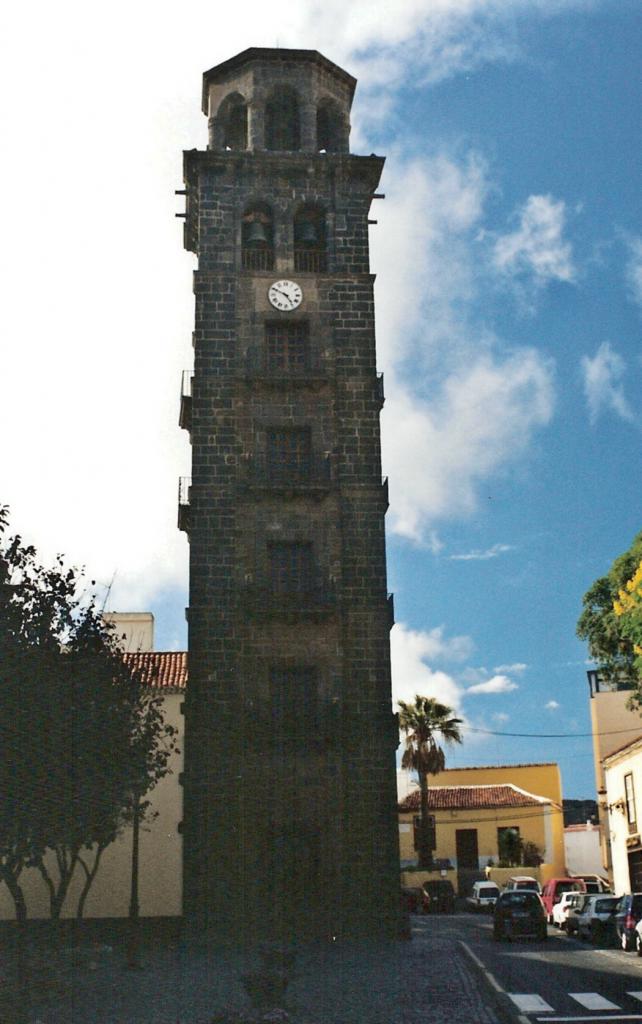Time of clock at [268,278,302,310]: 4:49
